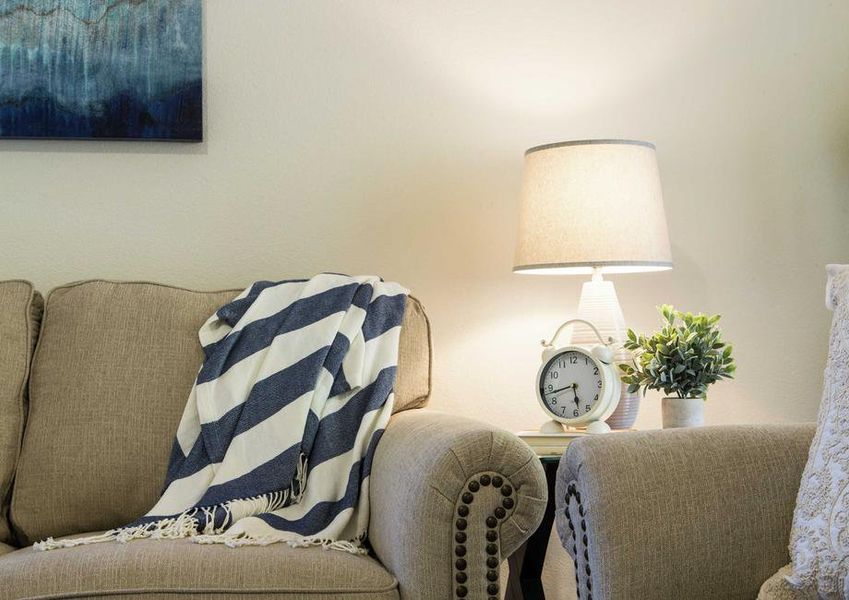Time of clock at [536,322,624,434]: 5:43
